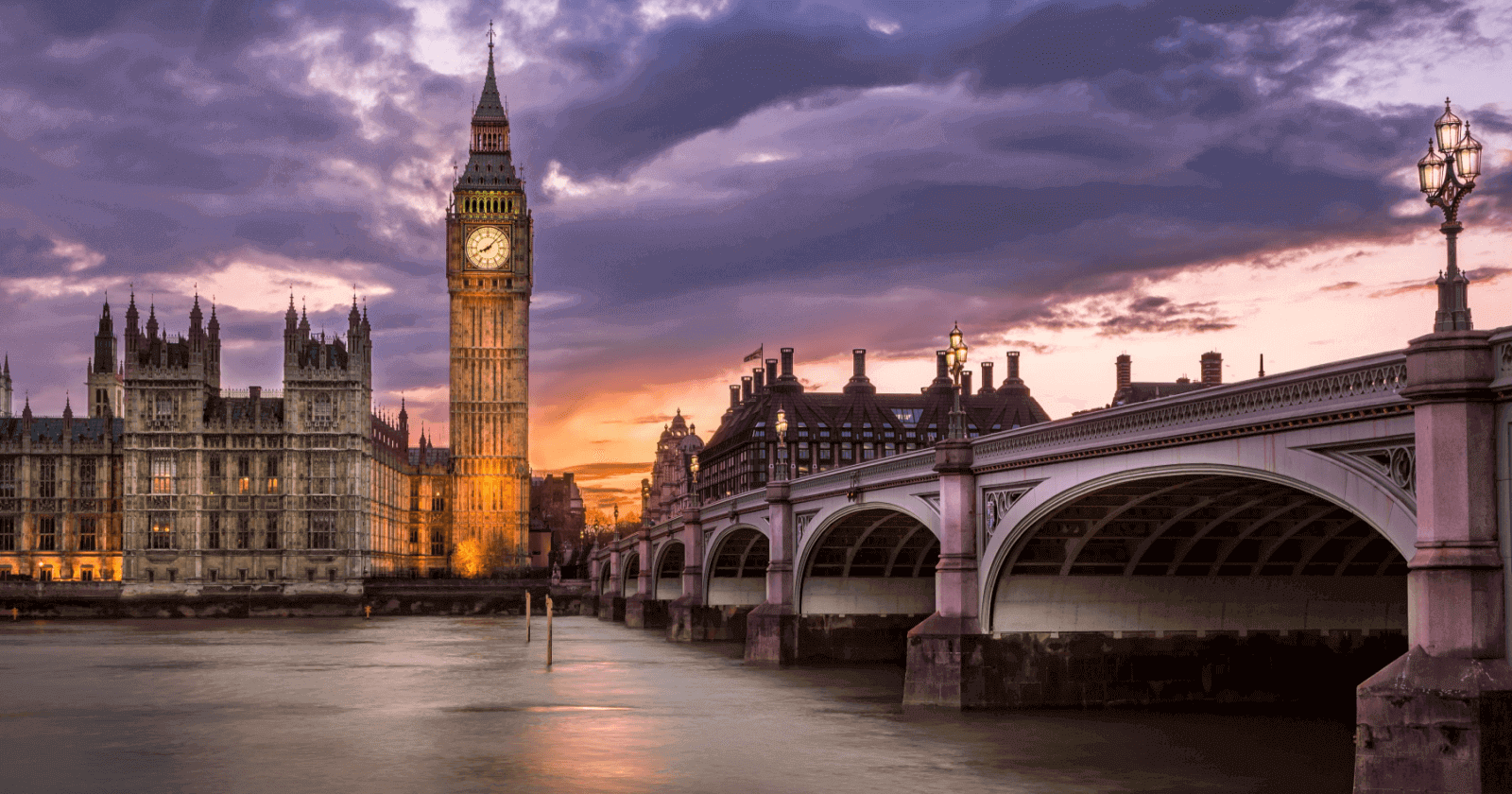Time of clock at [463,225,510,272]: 8:07
